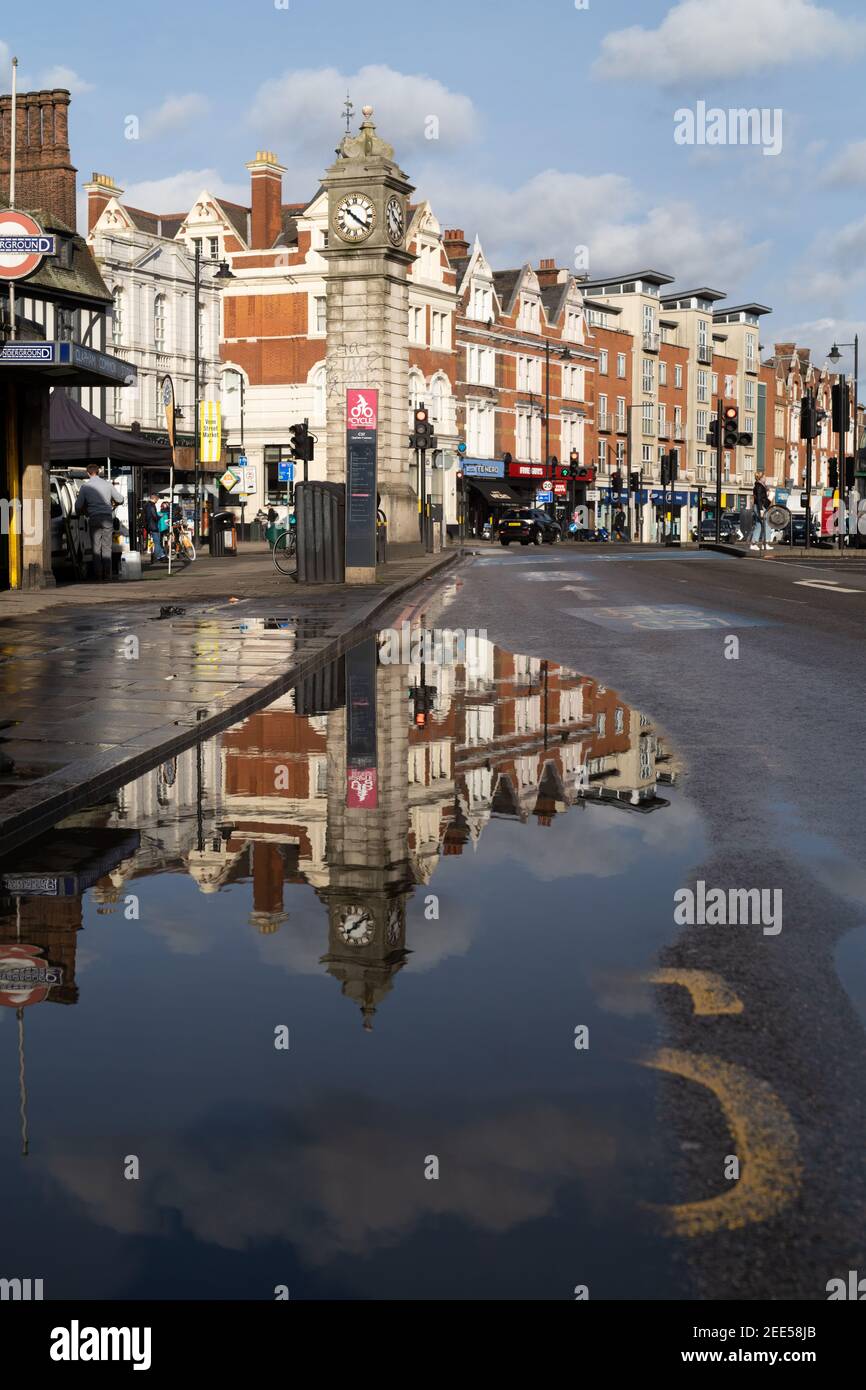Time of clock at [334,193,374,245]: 10:21
